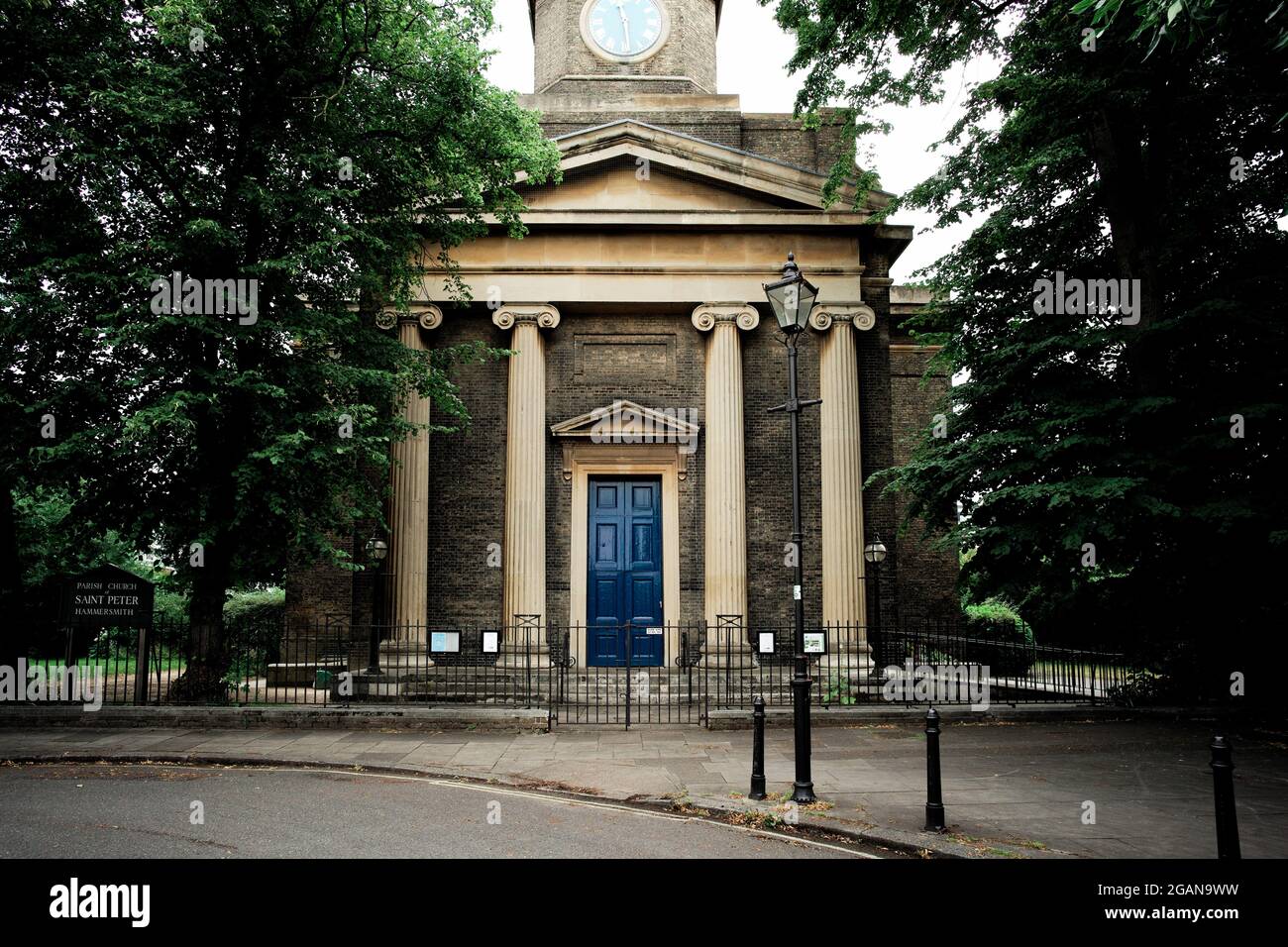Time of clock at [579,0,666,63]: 11:28
